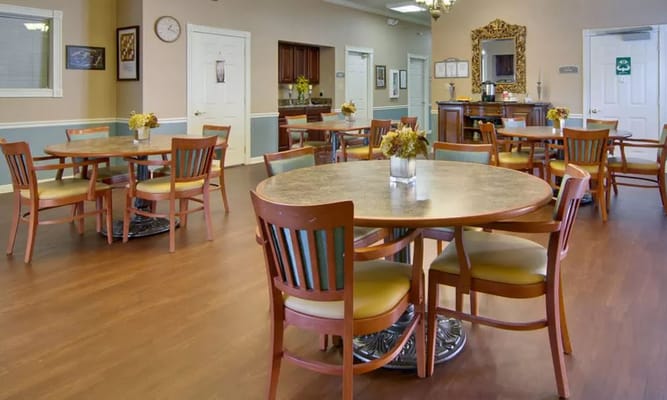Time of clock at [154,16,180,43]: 1:18
